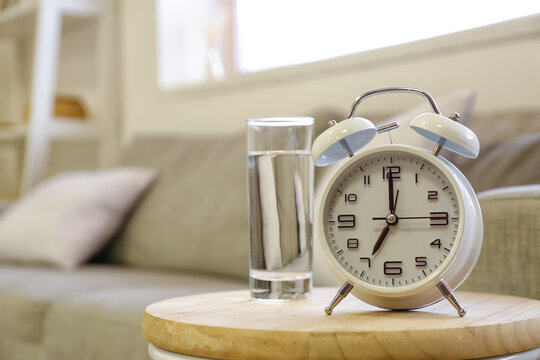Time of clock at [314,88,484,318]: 6:59
